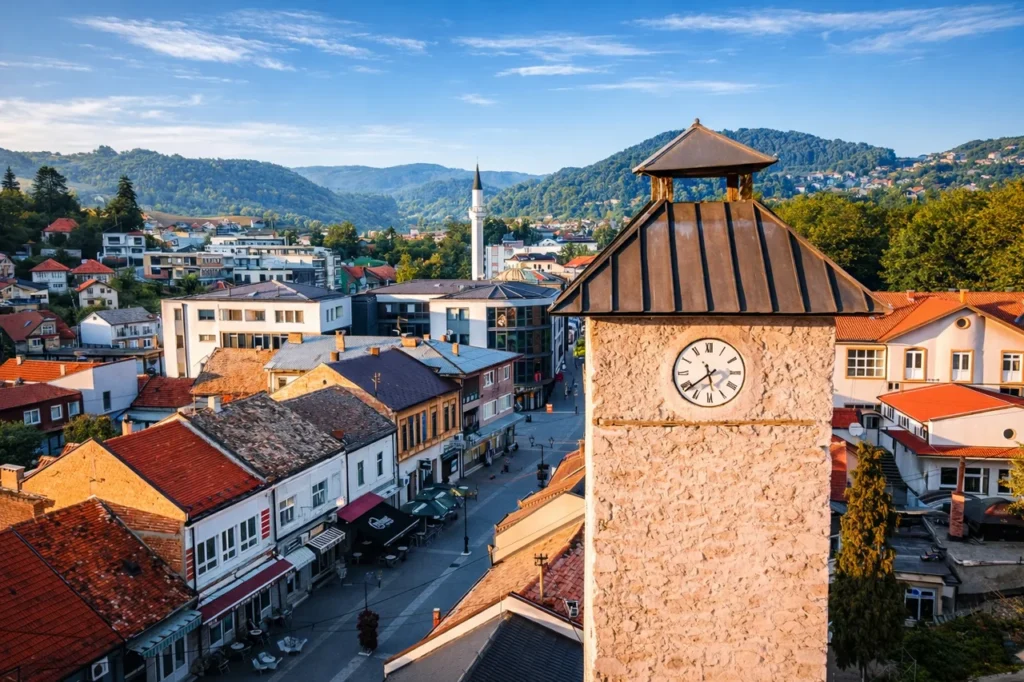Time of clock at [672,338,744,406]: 5:38
